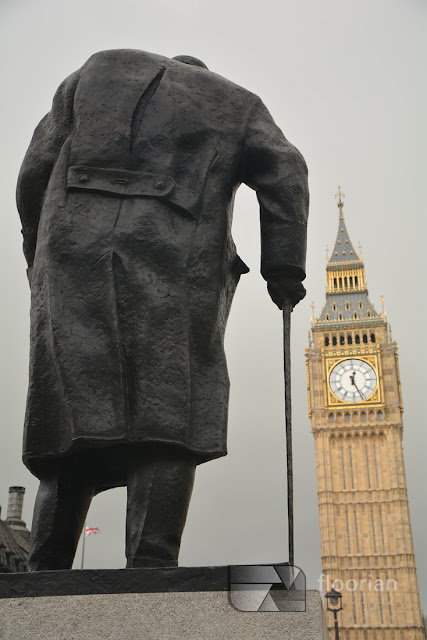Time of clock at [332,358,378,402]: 12:26
